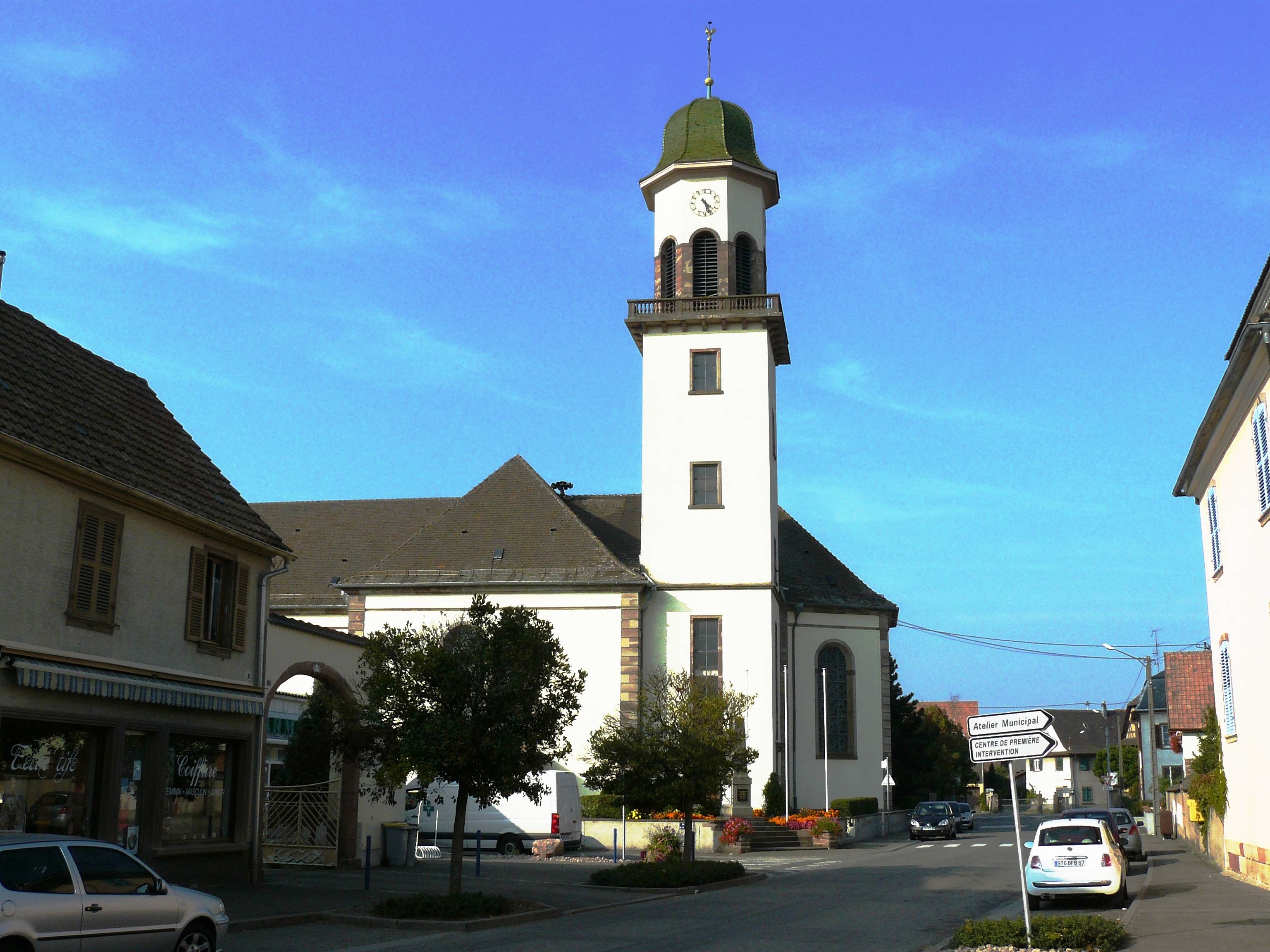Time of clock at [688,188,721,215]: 4:26
